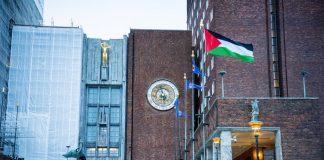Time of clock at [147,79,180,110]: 5:57
